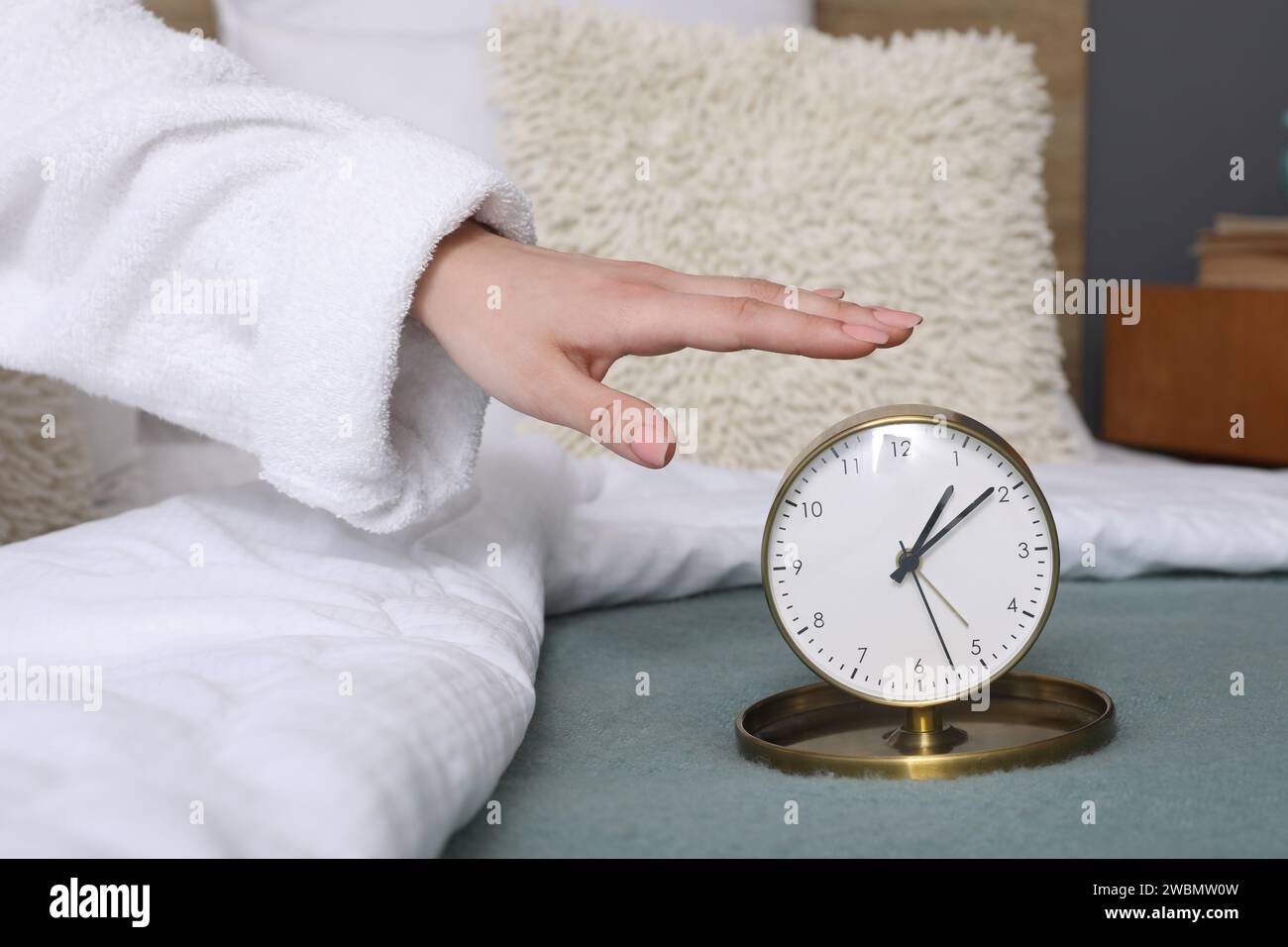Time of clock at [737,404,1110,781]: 1:09
